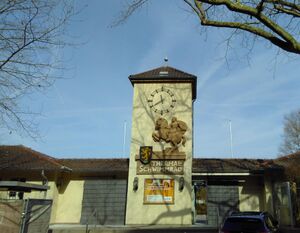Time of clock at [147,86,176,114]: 11:39
